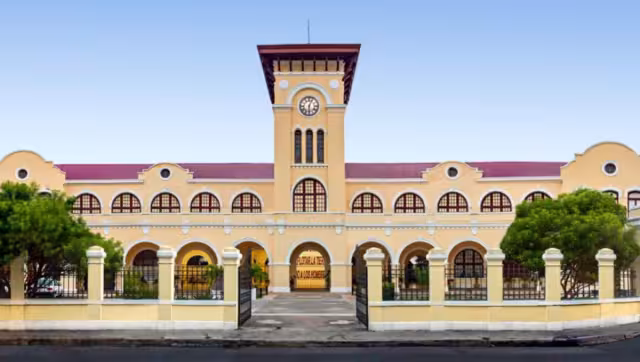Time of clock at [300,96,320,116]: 6:03
